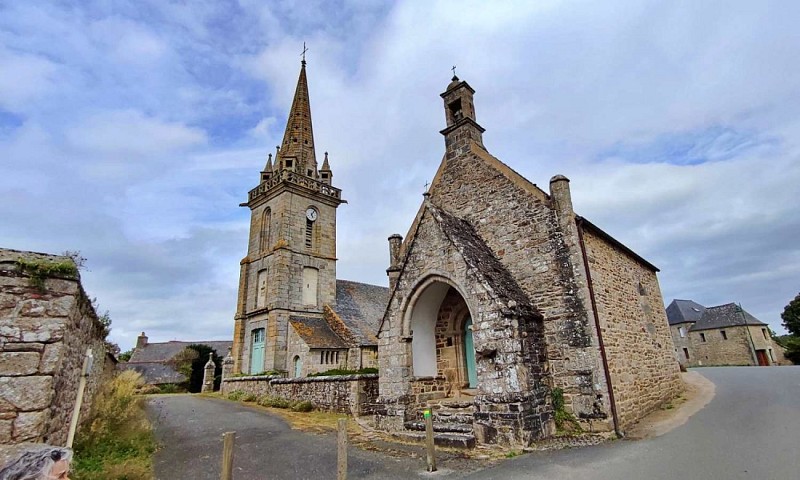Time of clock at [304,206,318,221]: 5:06
